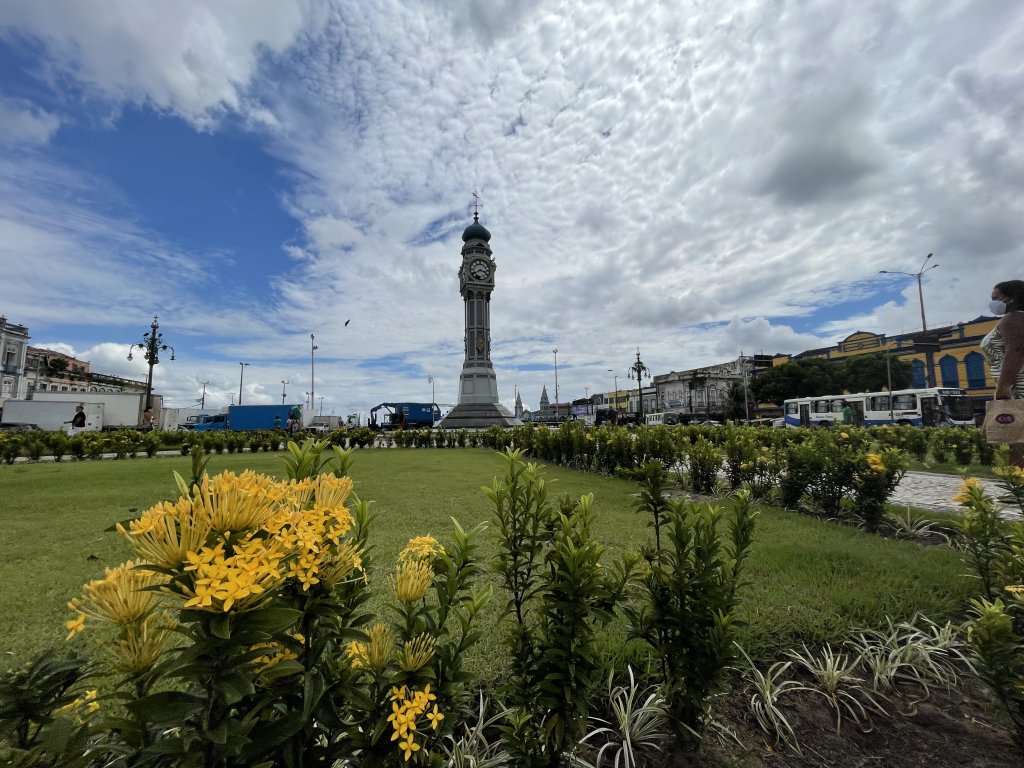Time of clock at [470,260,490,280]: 3:39
